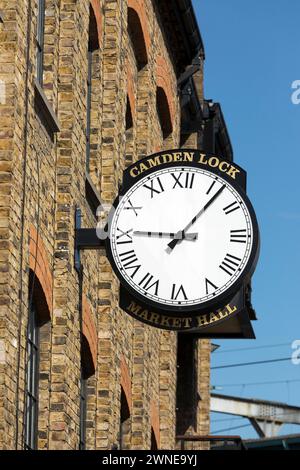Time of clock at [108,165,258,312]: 9:06
